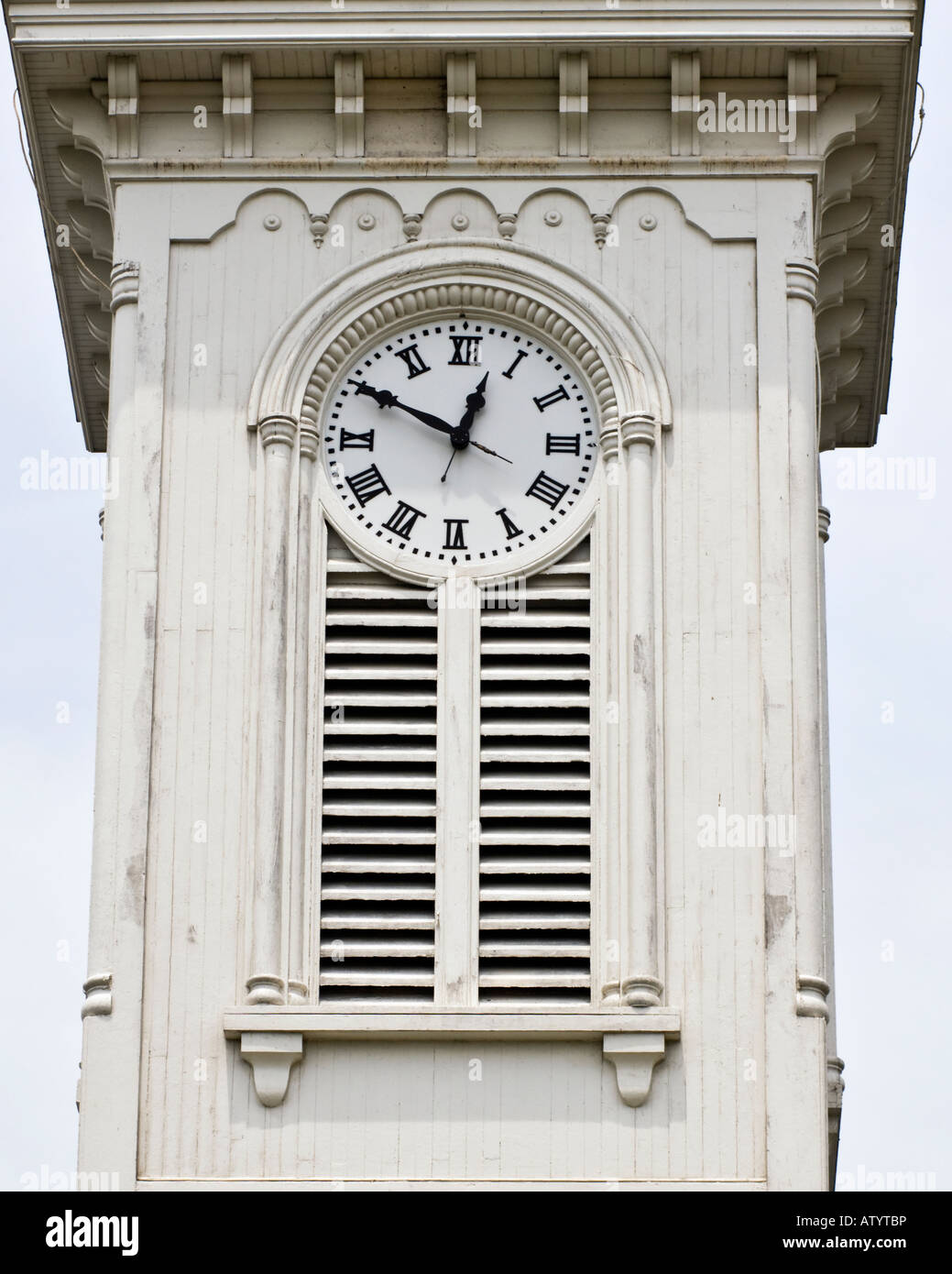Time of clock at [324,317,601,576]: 12:49
